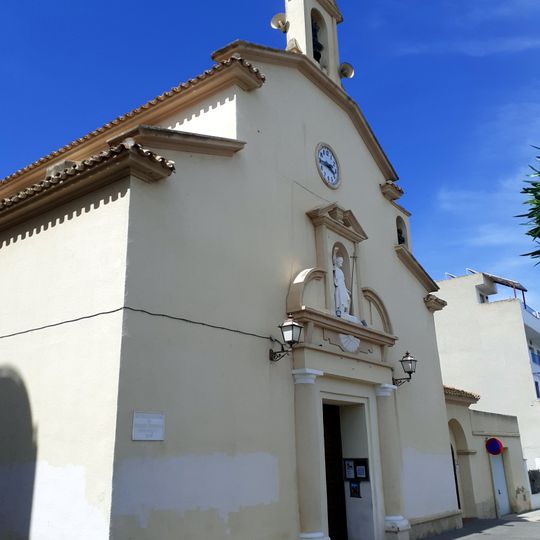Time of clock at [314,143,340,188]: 3:44
